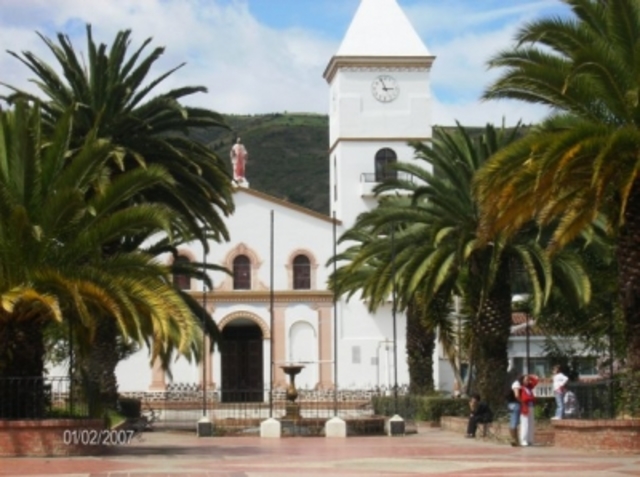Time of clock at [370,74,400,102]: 2:56
